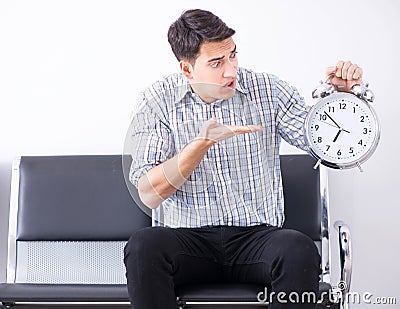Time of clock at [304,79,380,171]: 6:52
